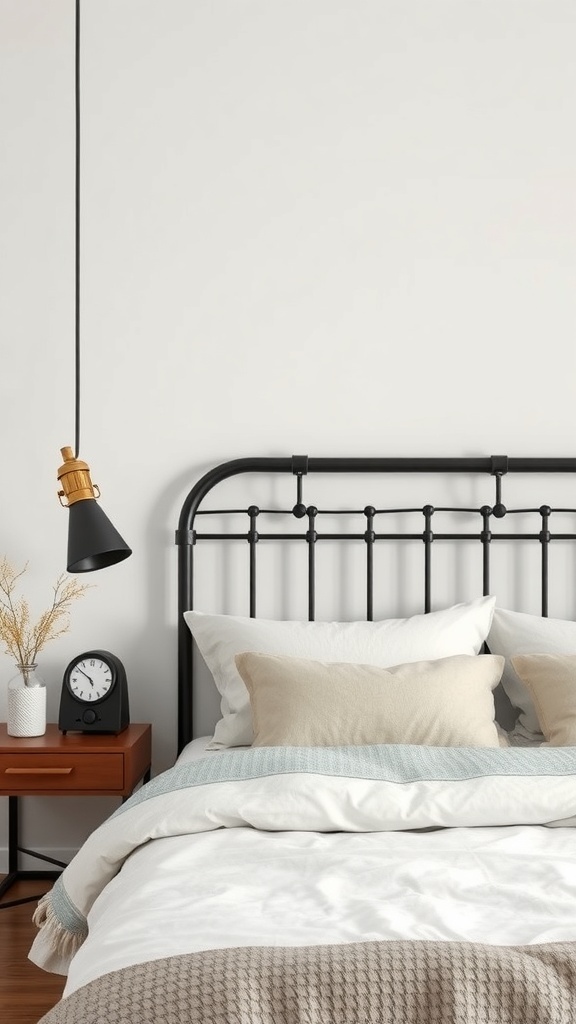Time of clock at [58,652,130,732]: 4:51
